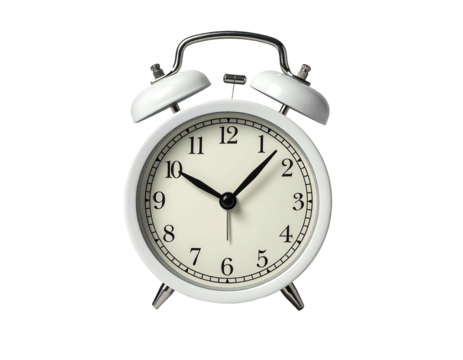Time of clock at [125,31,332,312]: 10:07
